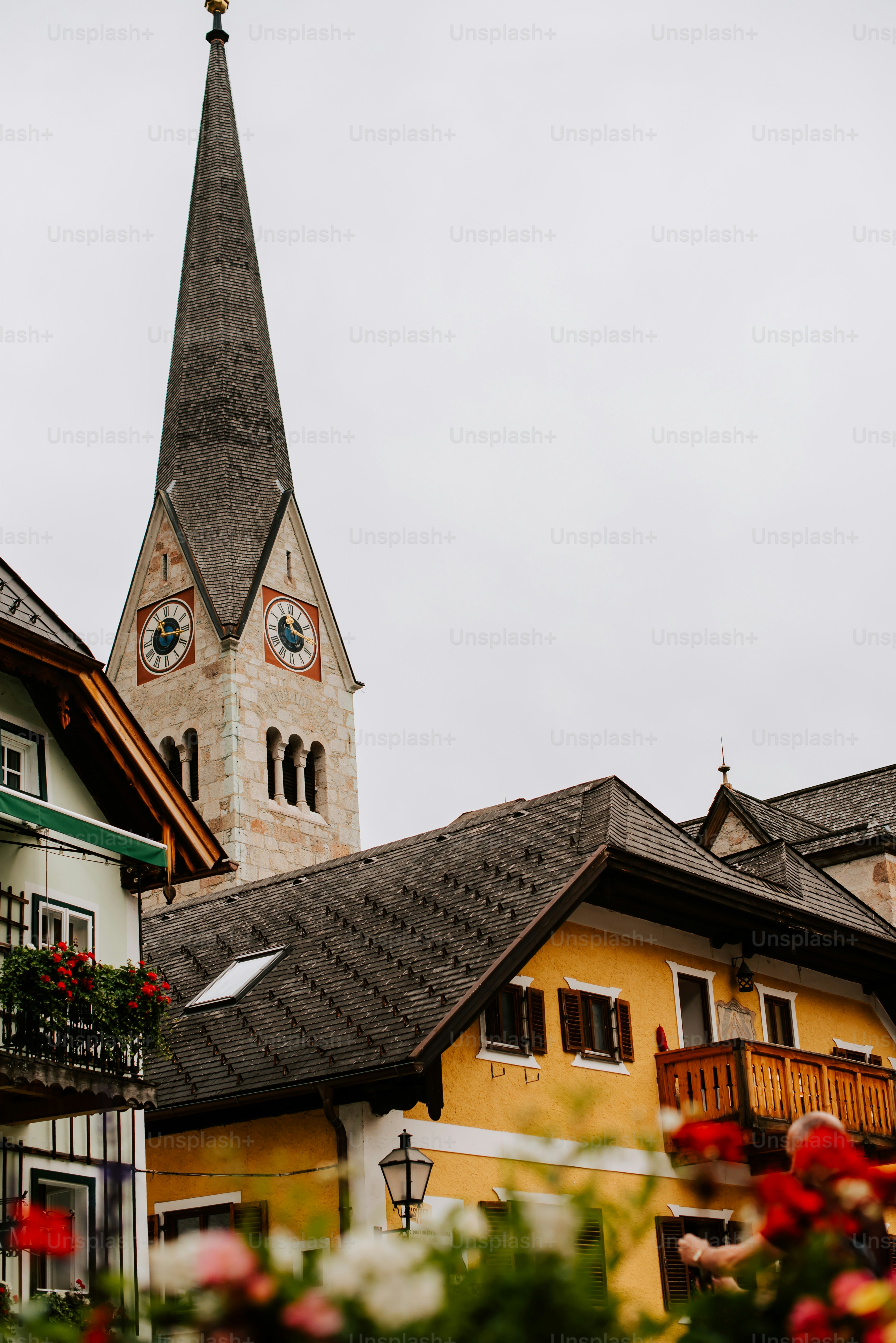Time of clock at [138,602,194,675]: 11:16
